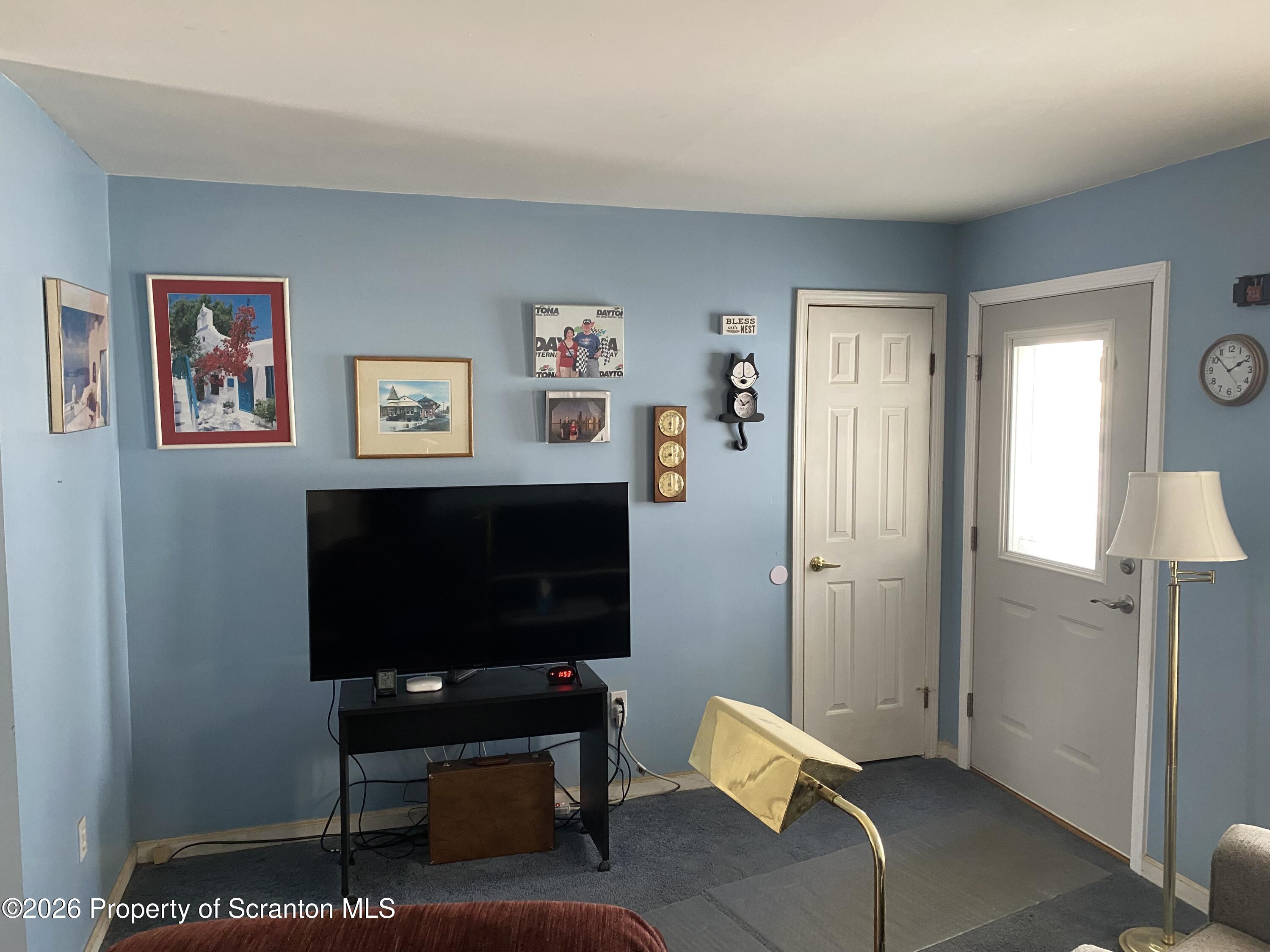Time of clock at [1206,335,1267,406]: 1:52
